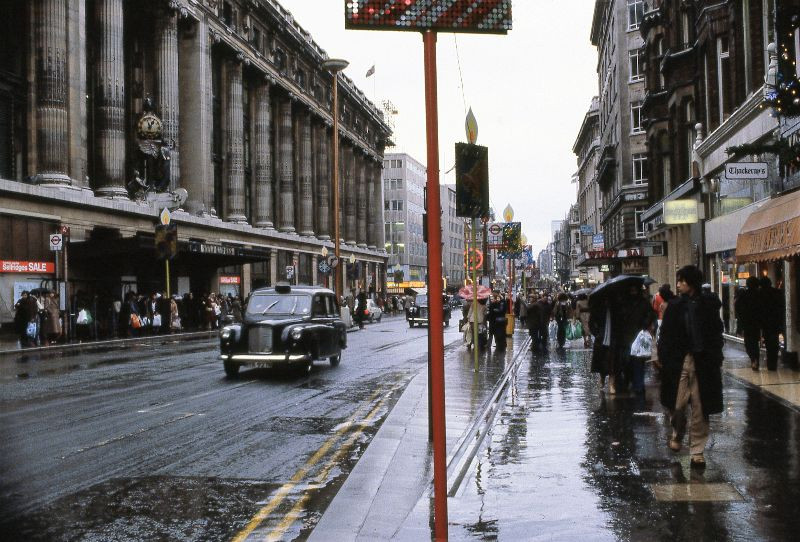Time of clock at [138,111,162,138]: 12:57
